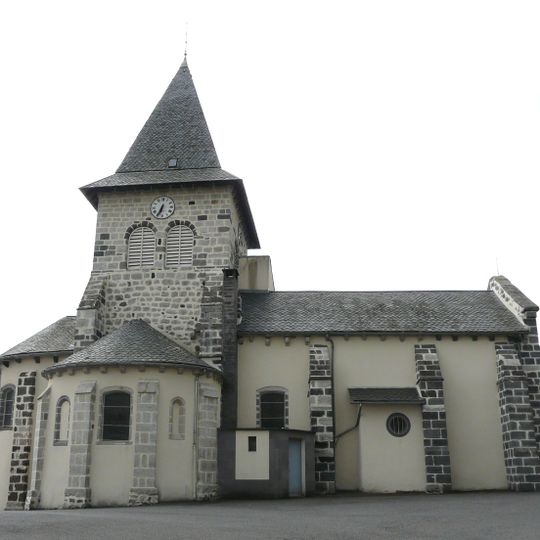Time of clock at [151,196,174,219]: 6:34
